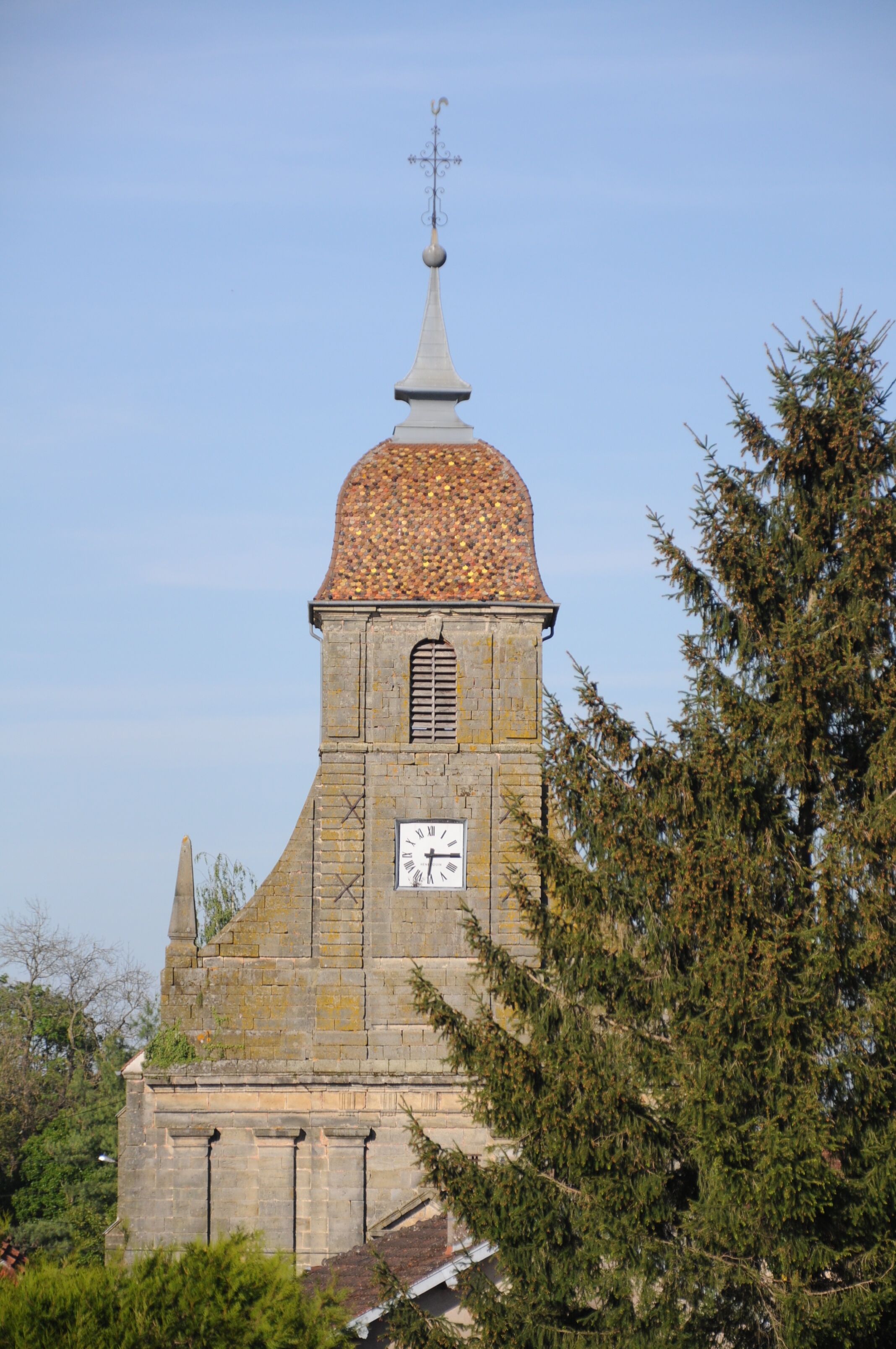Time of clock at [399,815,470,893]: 6:15
